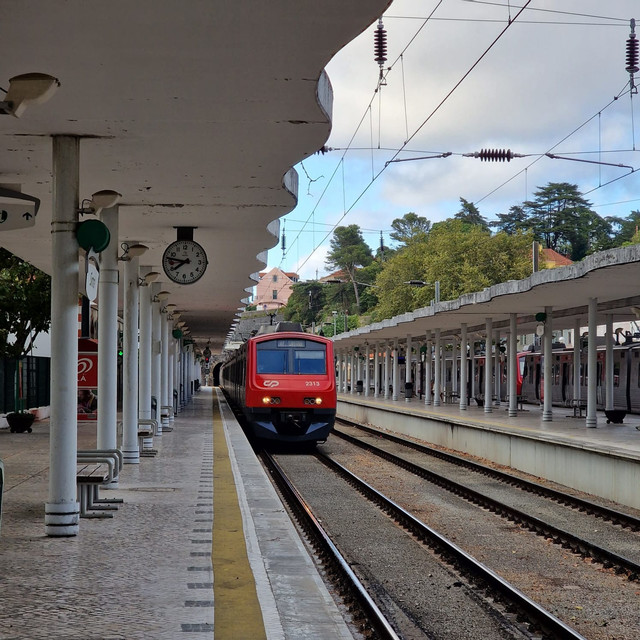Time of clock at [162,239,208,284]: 7:46
